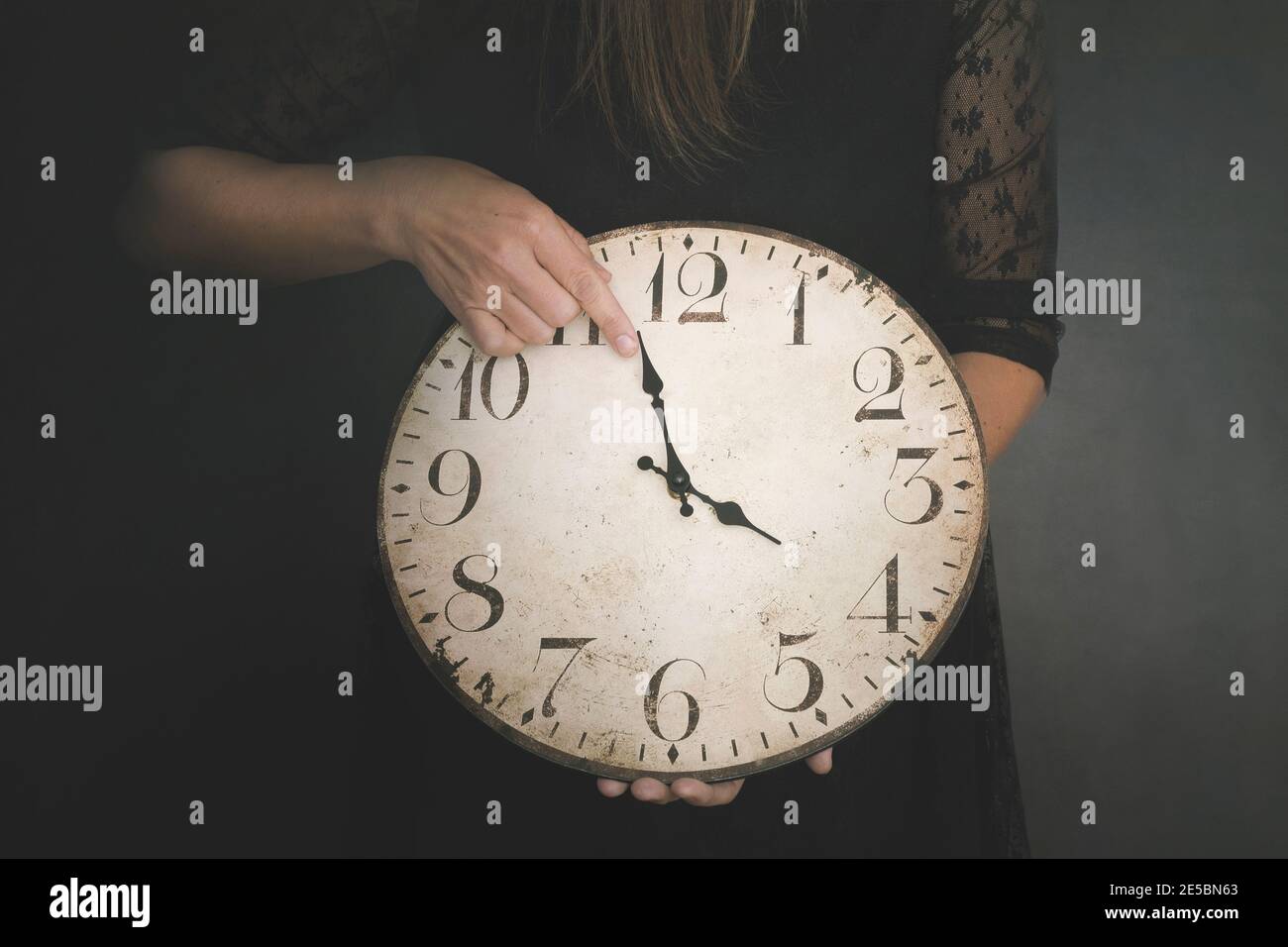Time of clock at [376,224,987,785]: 3:57
